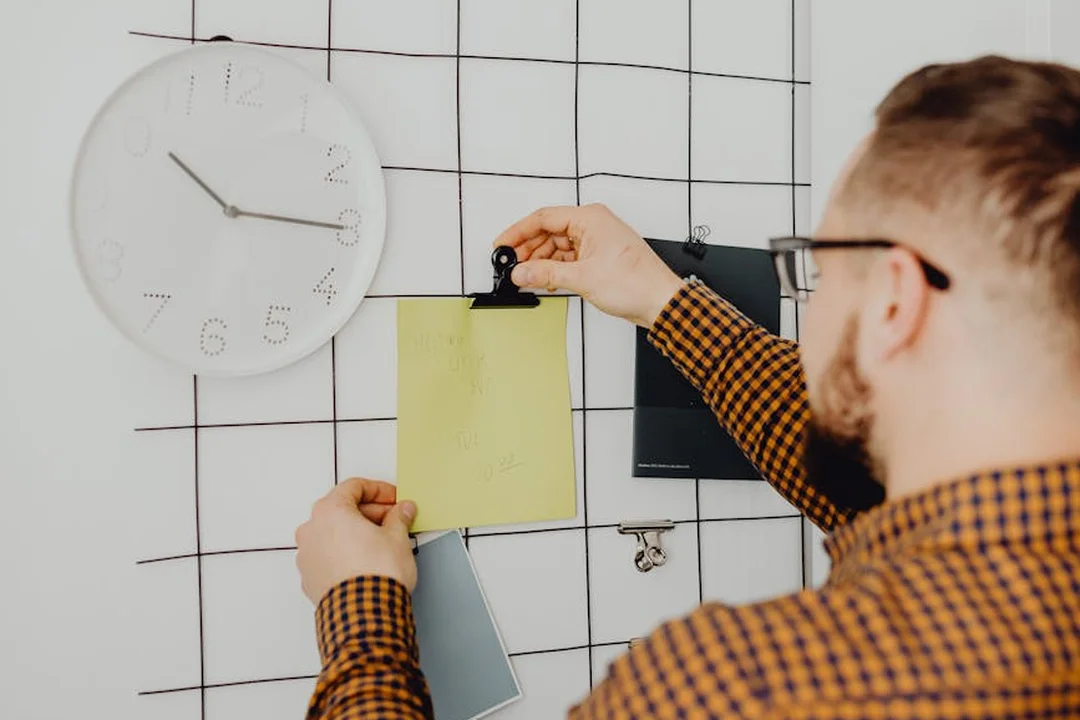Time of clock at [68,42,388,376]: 10:15
